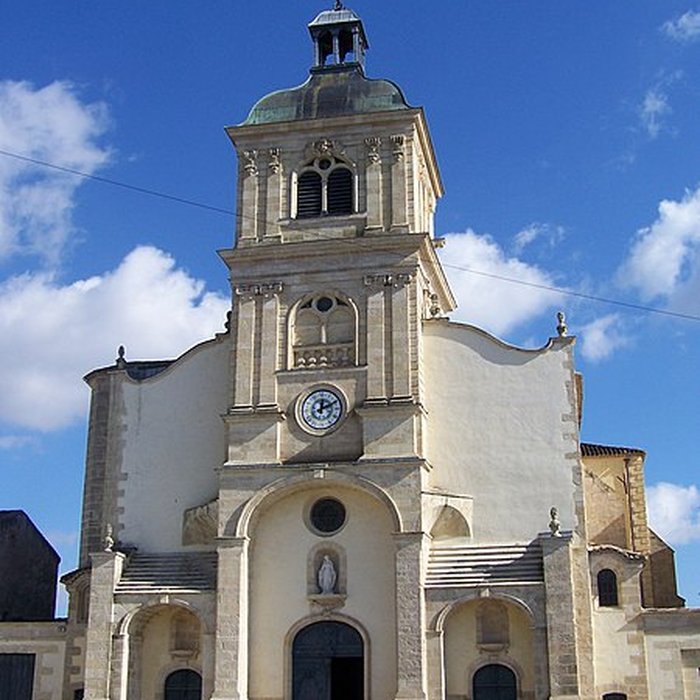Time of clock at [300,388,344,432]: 12:10
